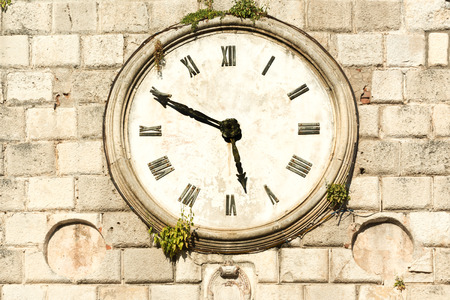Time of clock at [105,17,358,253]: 5:49
